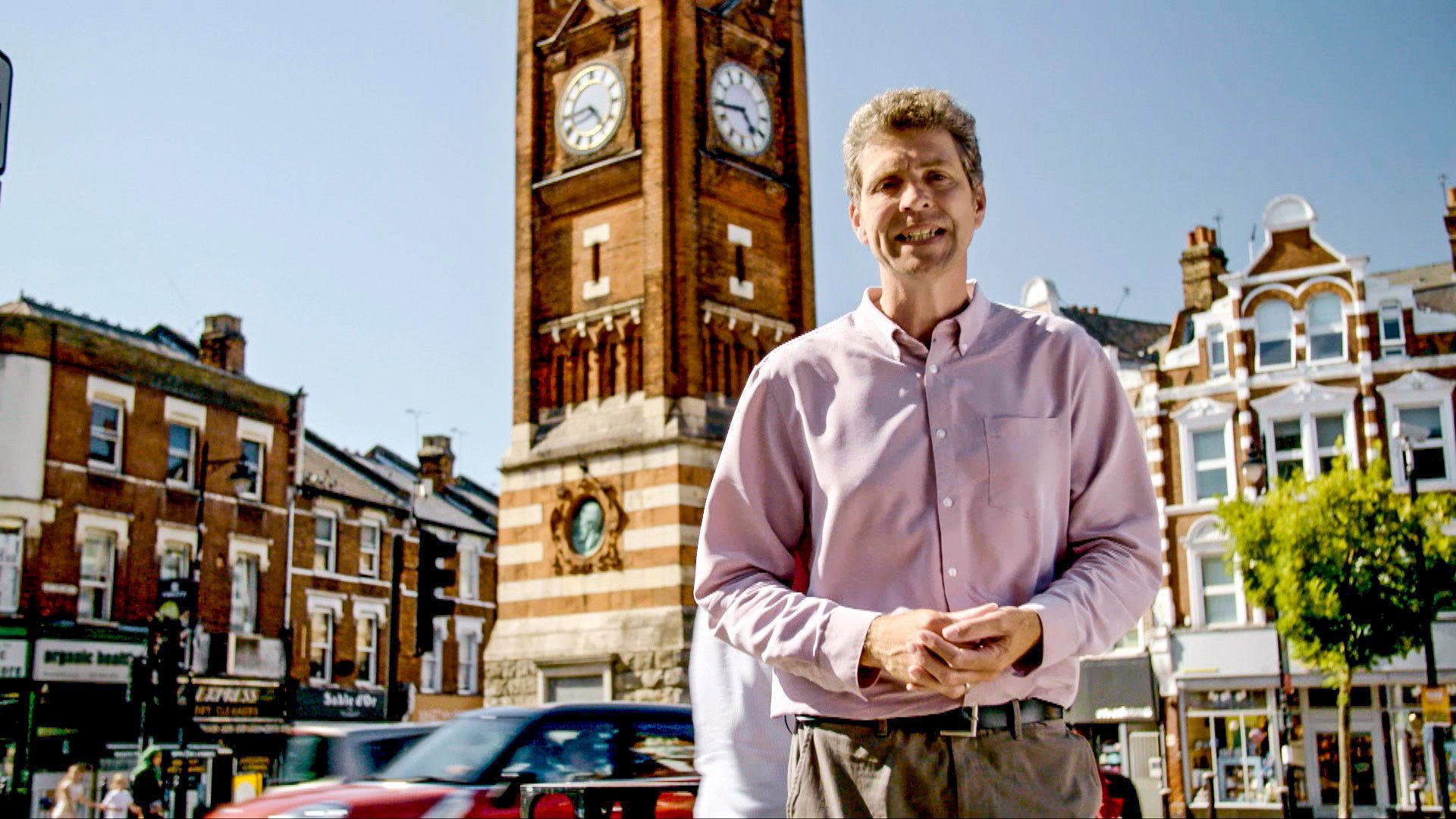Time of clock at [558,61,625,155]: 4:44
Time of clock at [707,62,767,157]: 4:43
